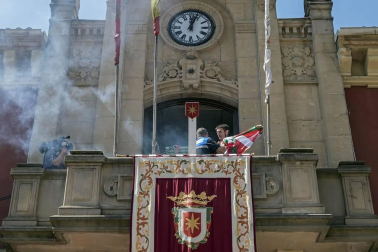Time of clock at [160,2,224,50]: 12:02
